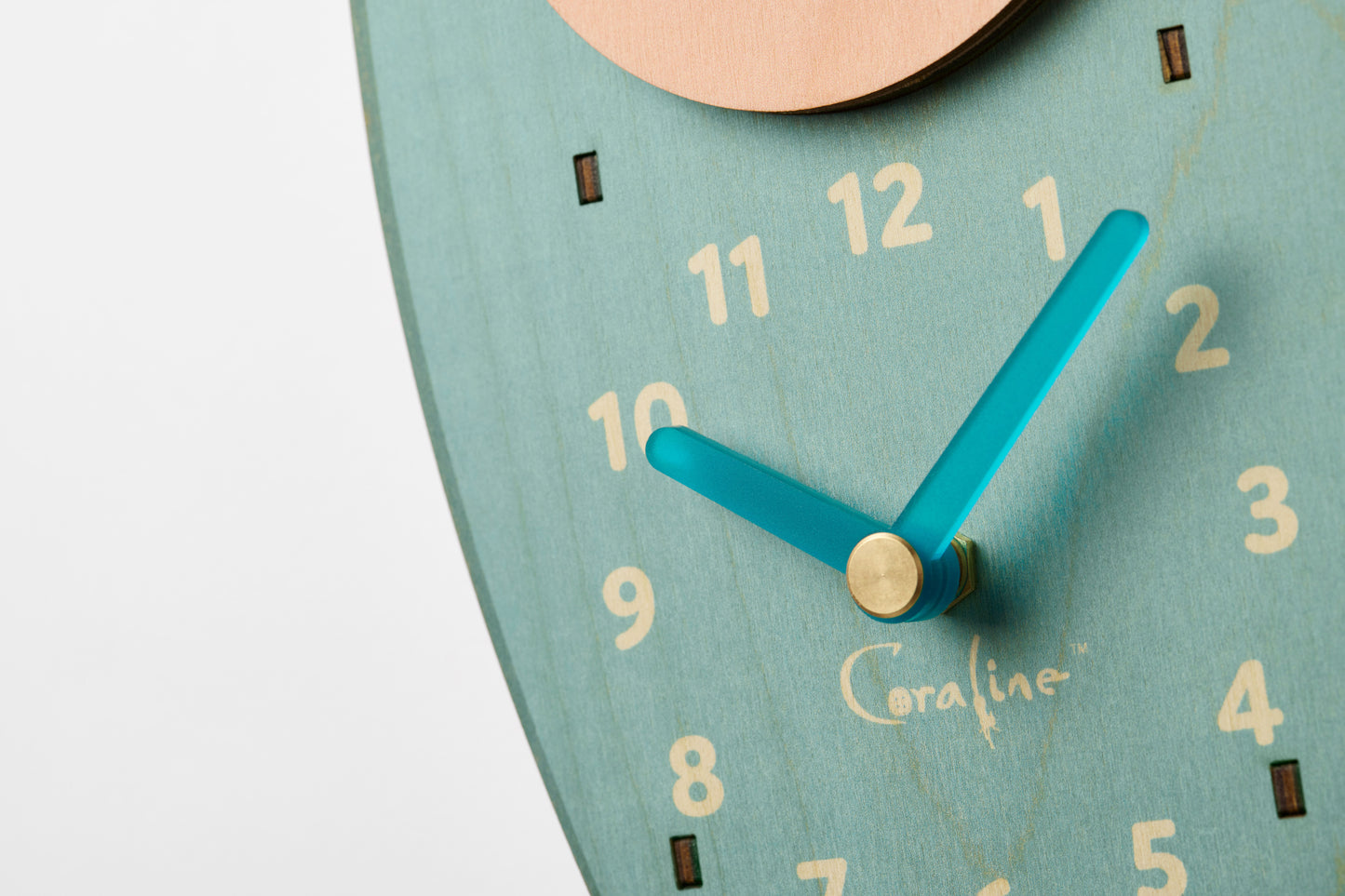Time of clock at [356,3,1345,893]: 10:07
